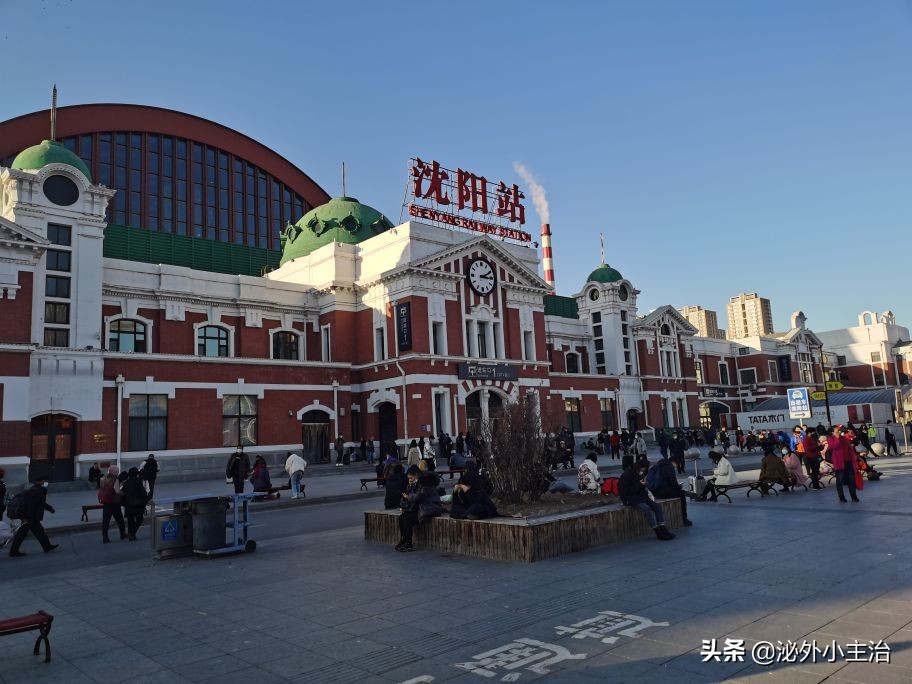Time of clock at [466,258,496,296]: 3:10
